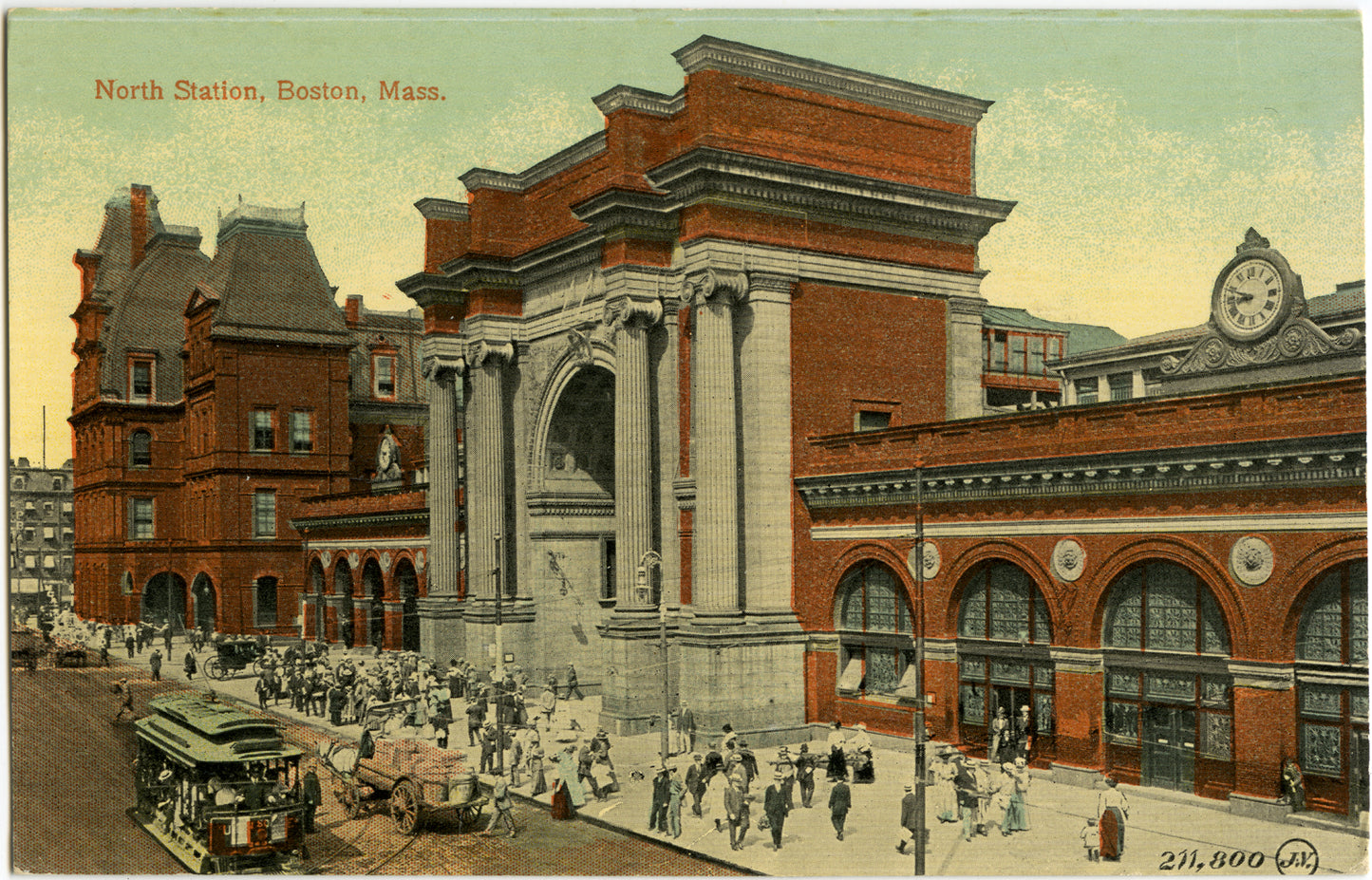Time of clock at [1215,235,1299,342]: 8:48
